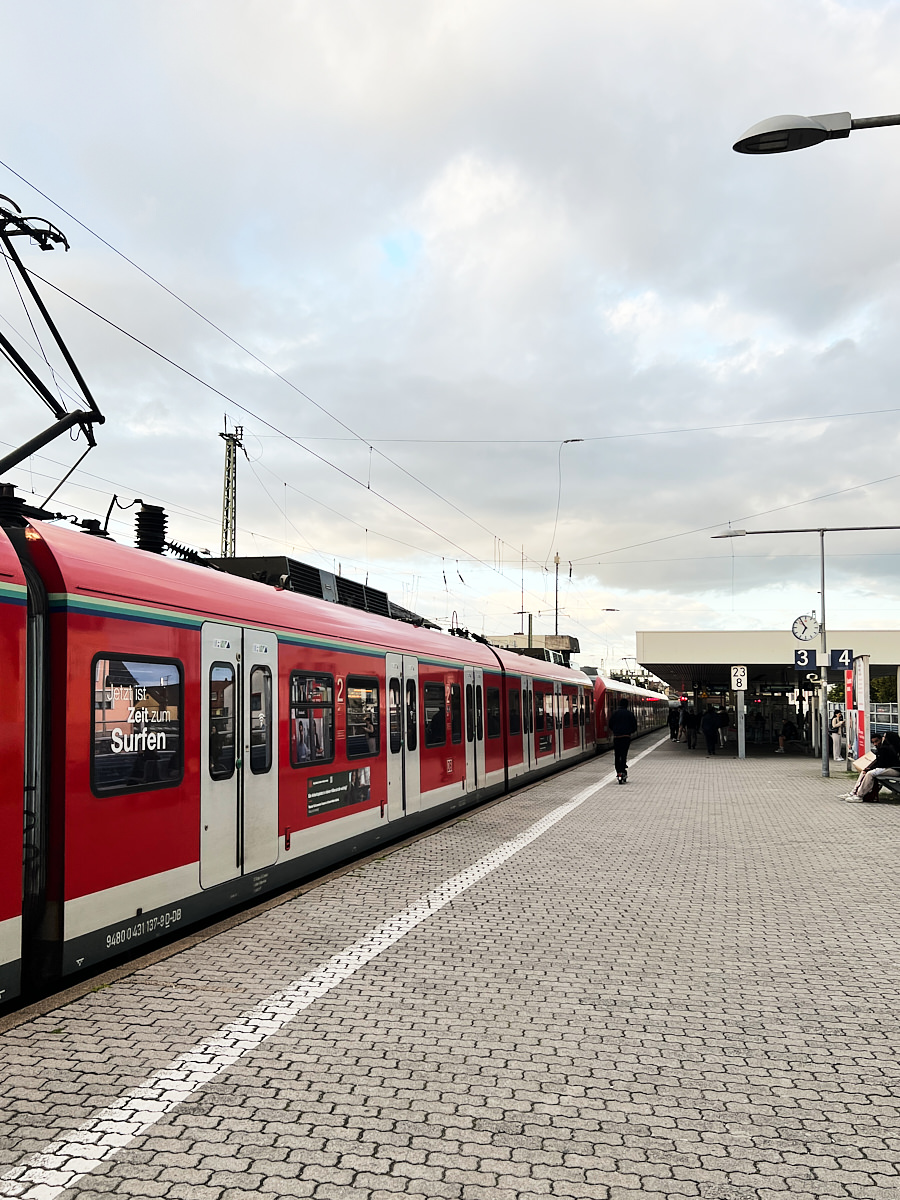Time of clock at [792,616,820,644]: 6:54
